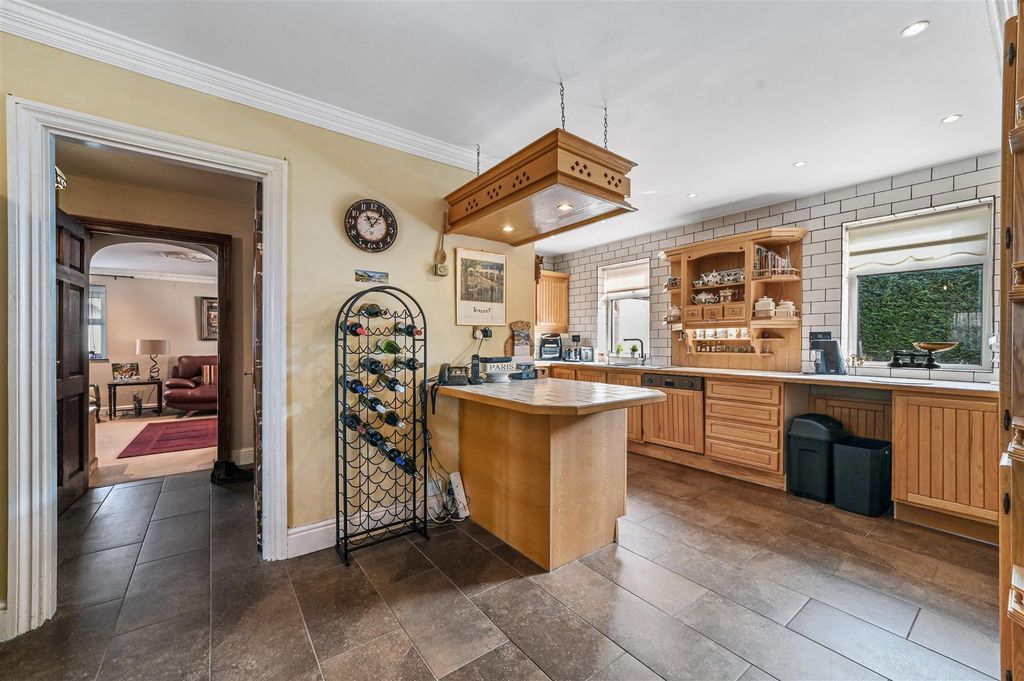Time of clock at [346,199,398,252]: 11:05
